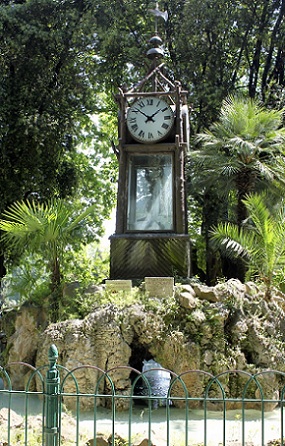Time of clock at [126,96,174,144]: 1:51
